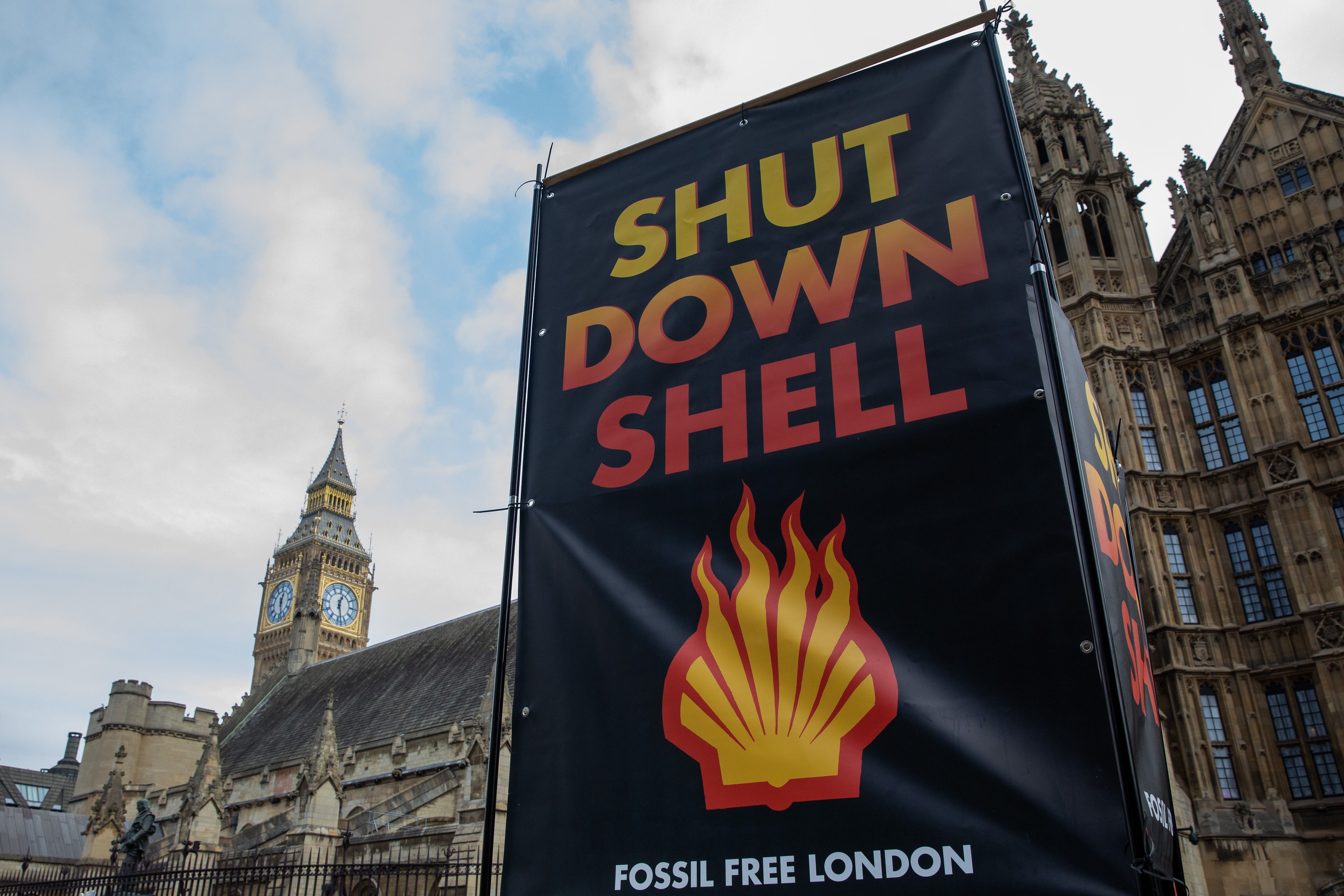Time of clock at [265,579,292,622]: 12:28
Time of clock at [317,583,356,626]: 12:27
